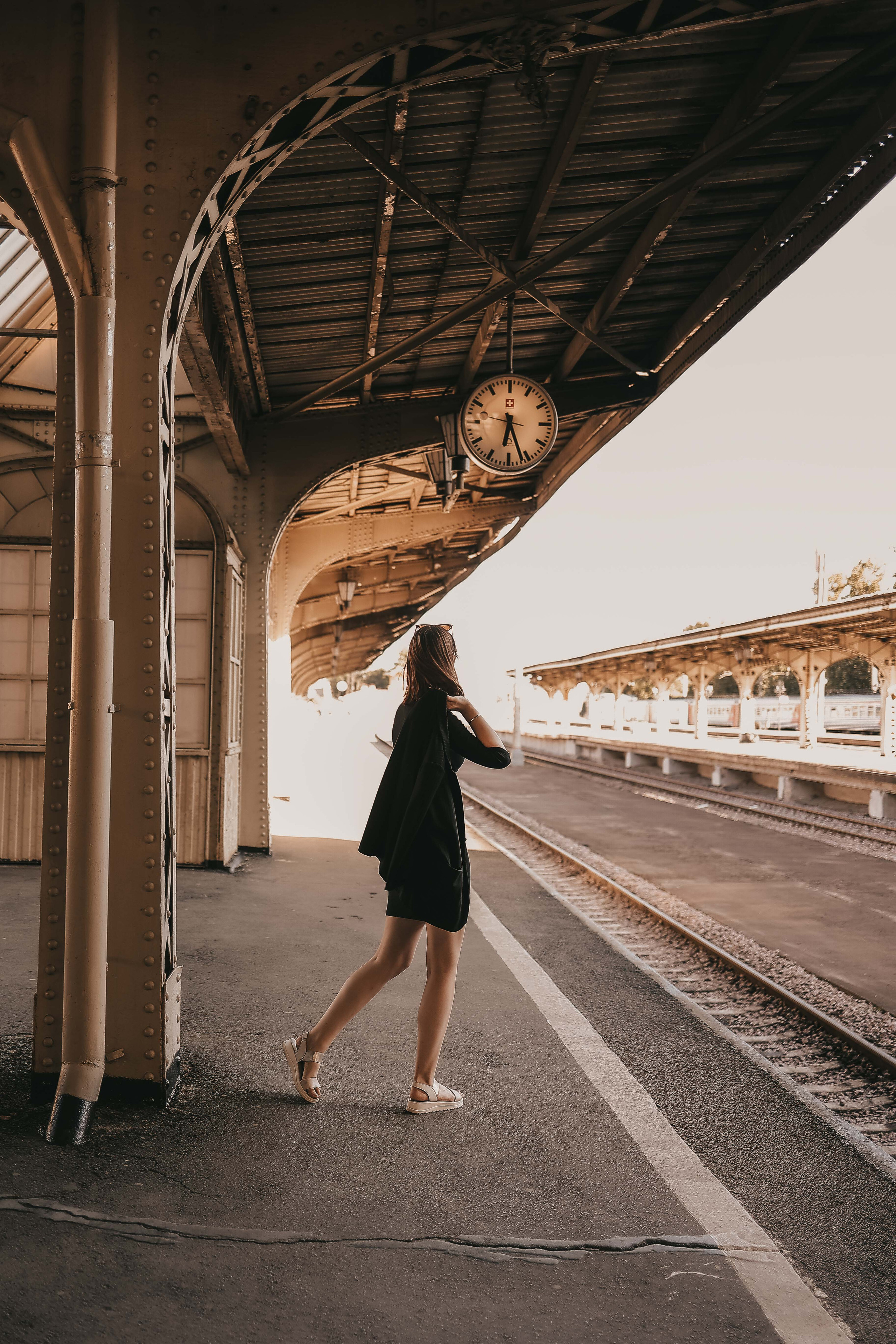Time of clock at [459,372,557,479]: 6:26
